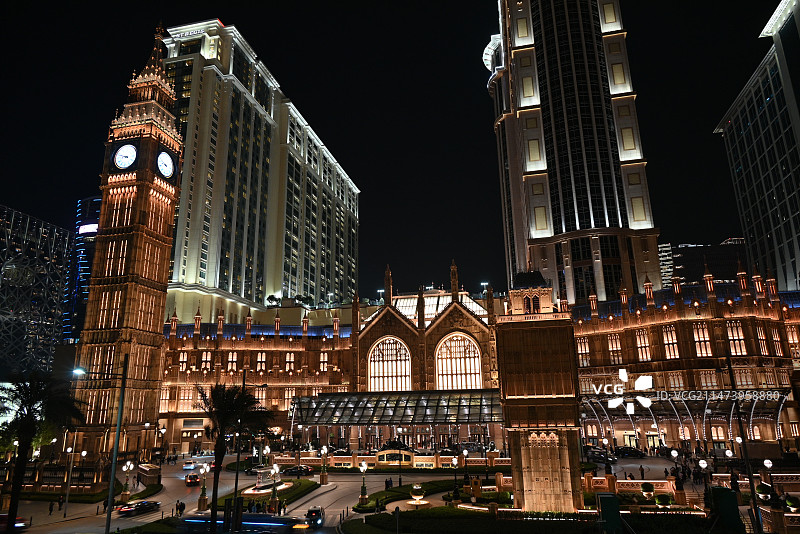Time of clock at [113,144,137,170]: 8:47
